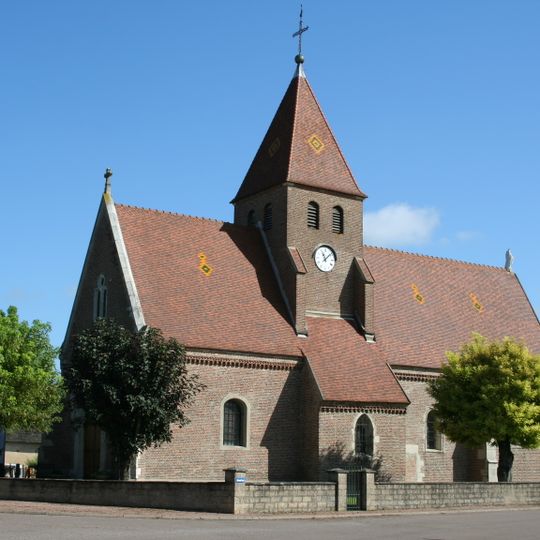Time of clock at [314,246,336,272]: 11:07
